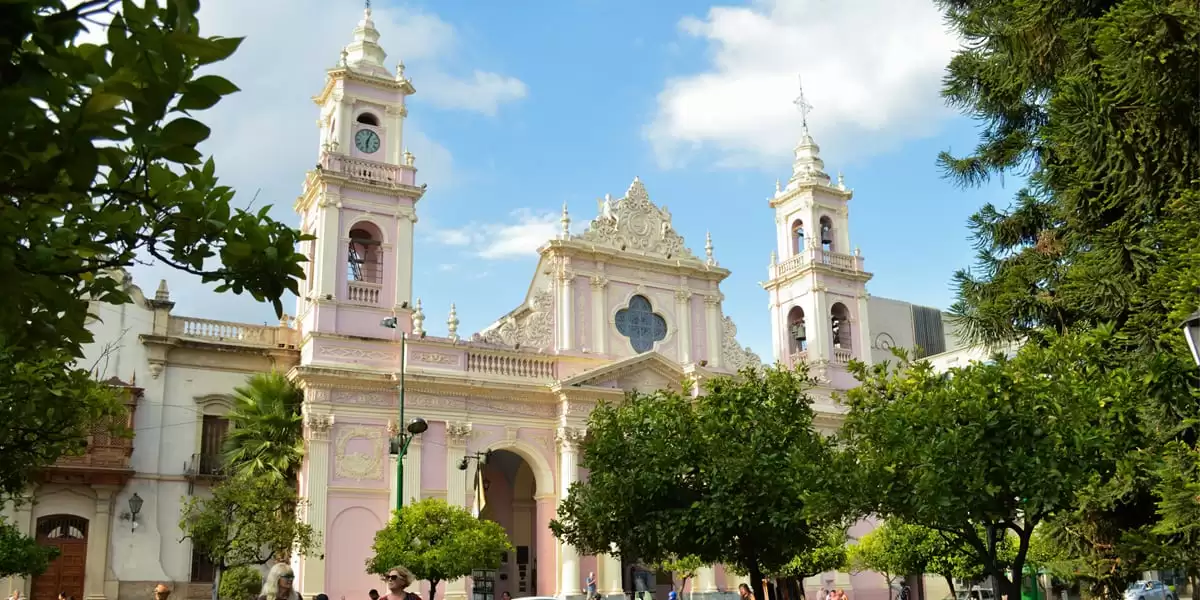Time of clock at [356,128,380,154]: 6:03
